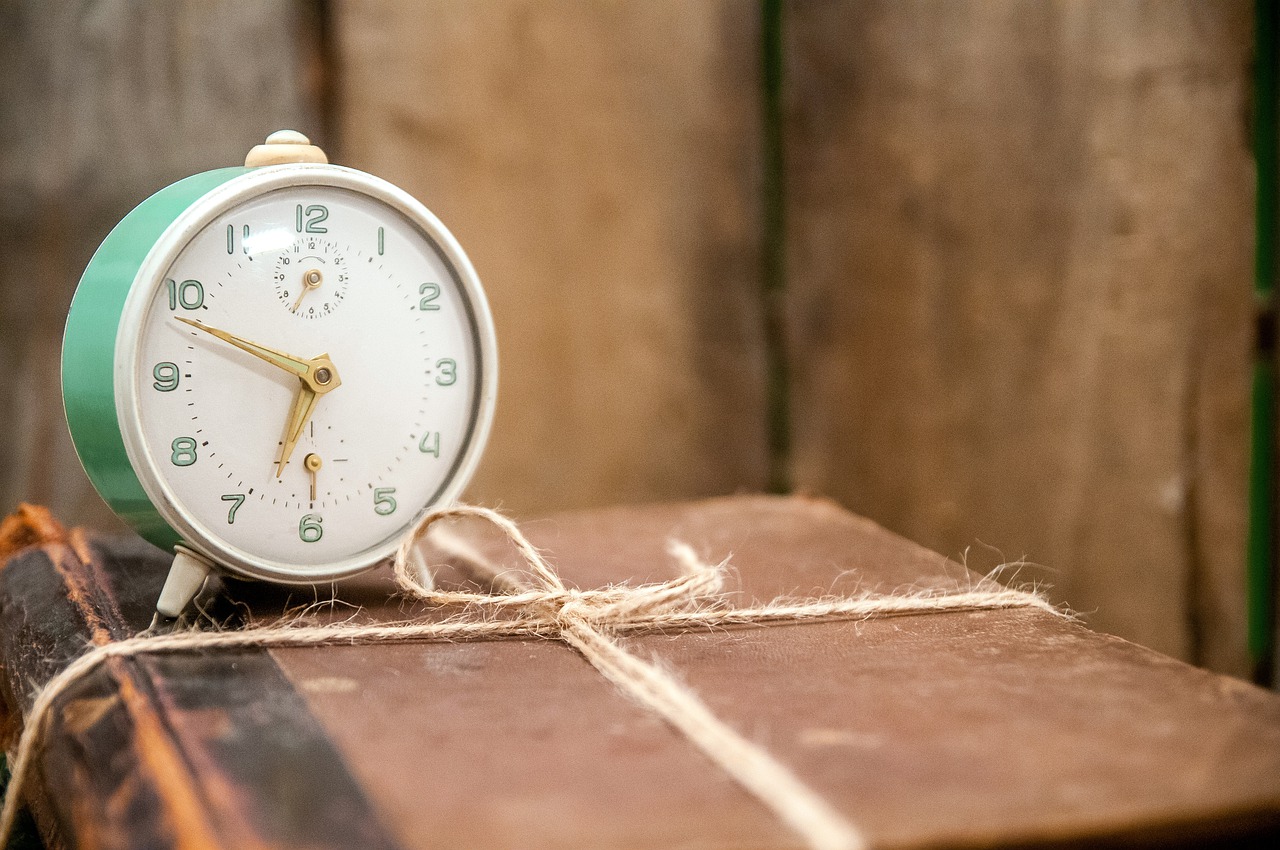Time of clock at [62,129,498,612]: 6:48
